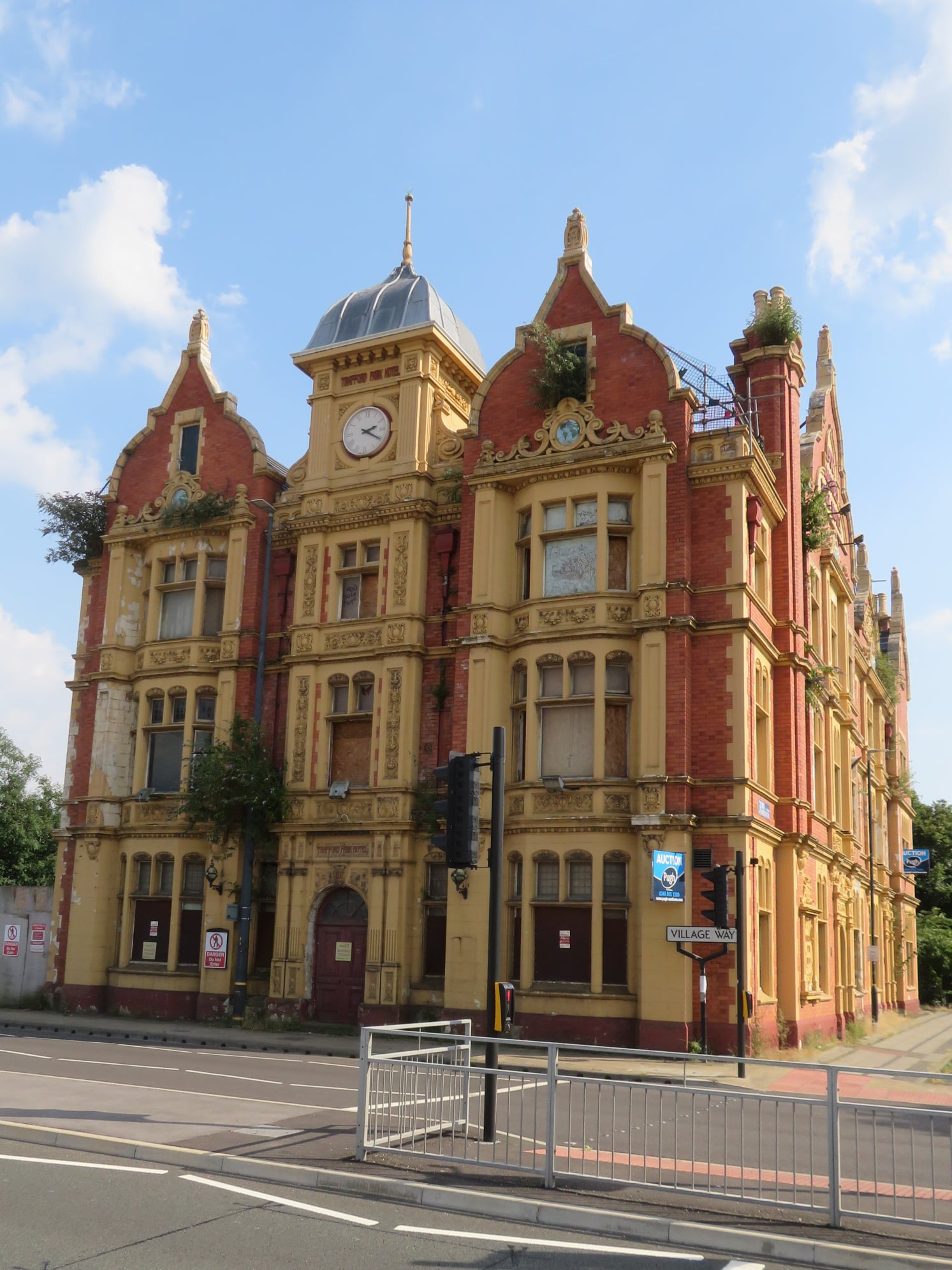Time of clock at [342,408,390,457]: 2:20
